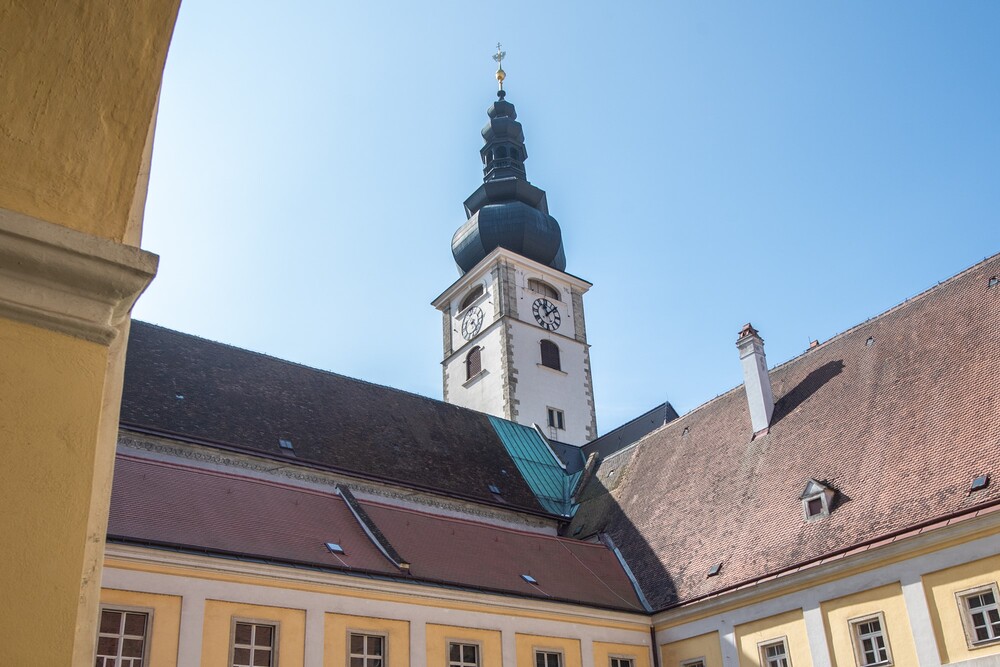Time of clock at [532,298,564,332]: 11:07
